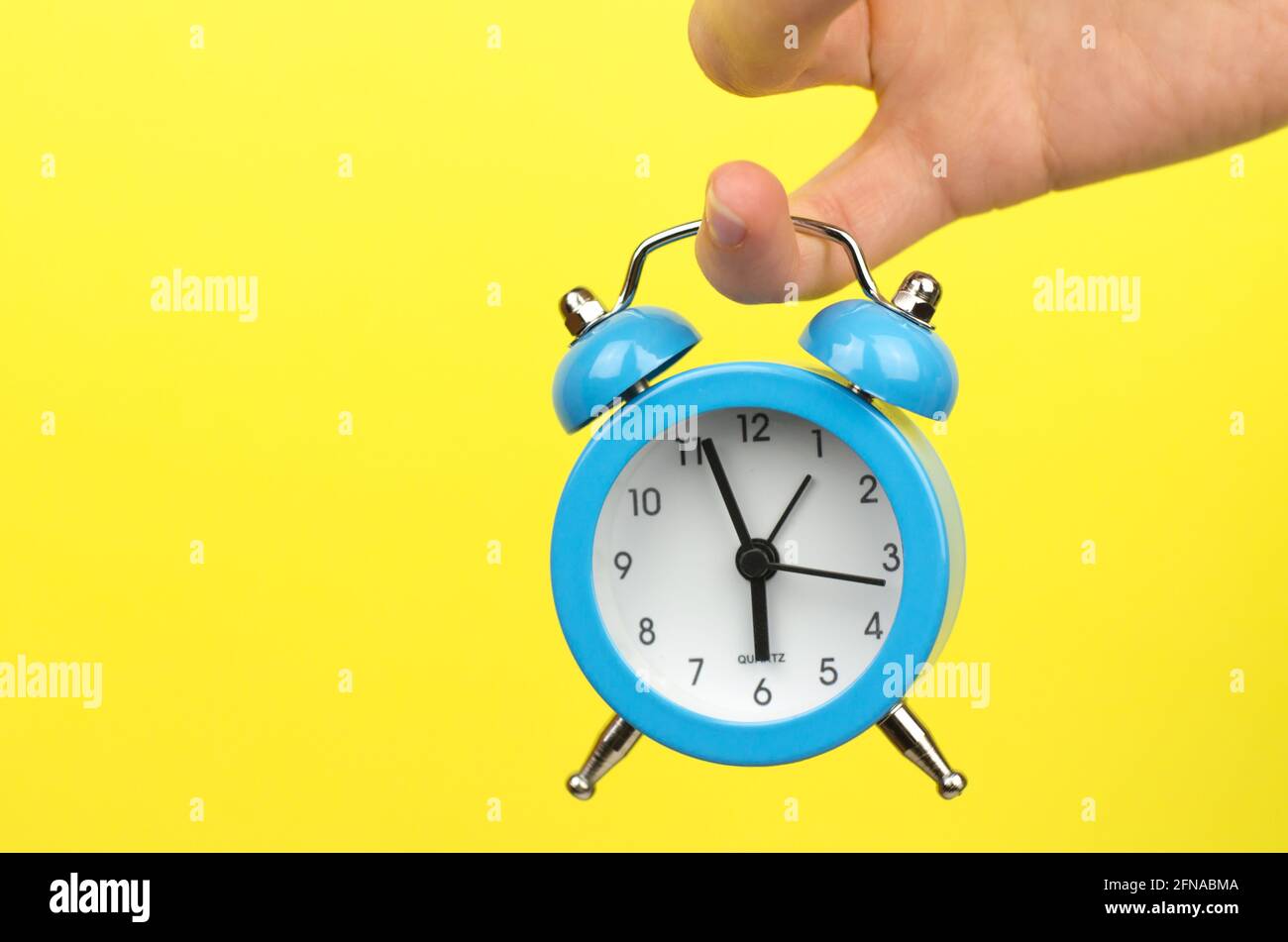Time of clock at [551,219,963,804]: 5:56
